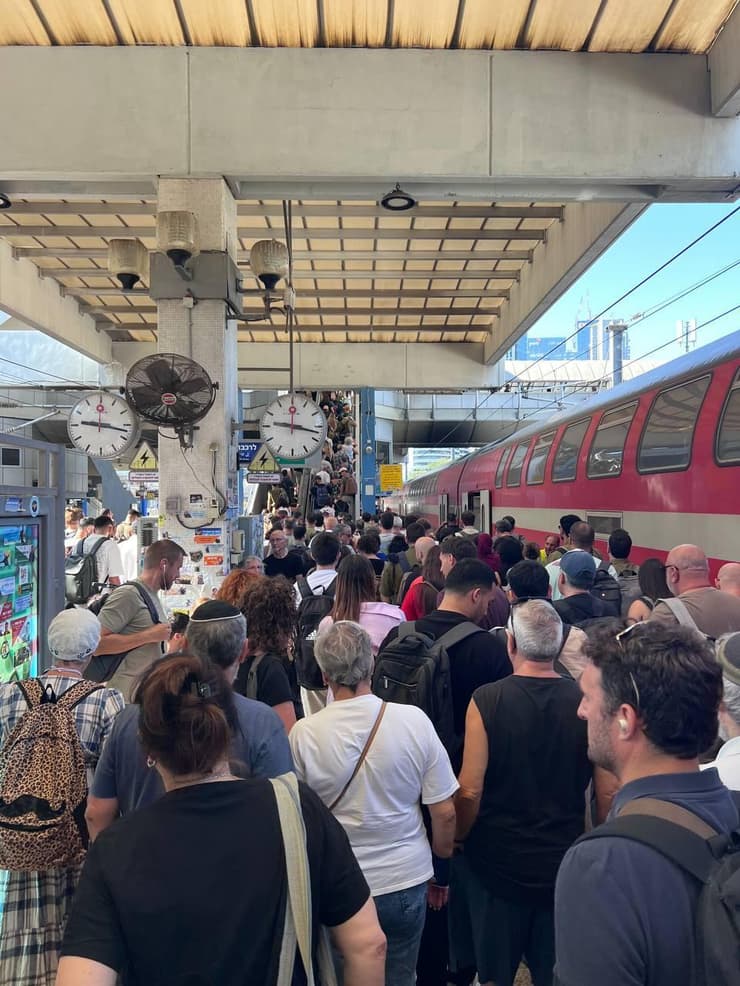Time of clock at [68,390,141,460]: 9:17
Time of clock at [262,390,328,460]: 9:17
